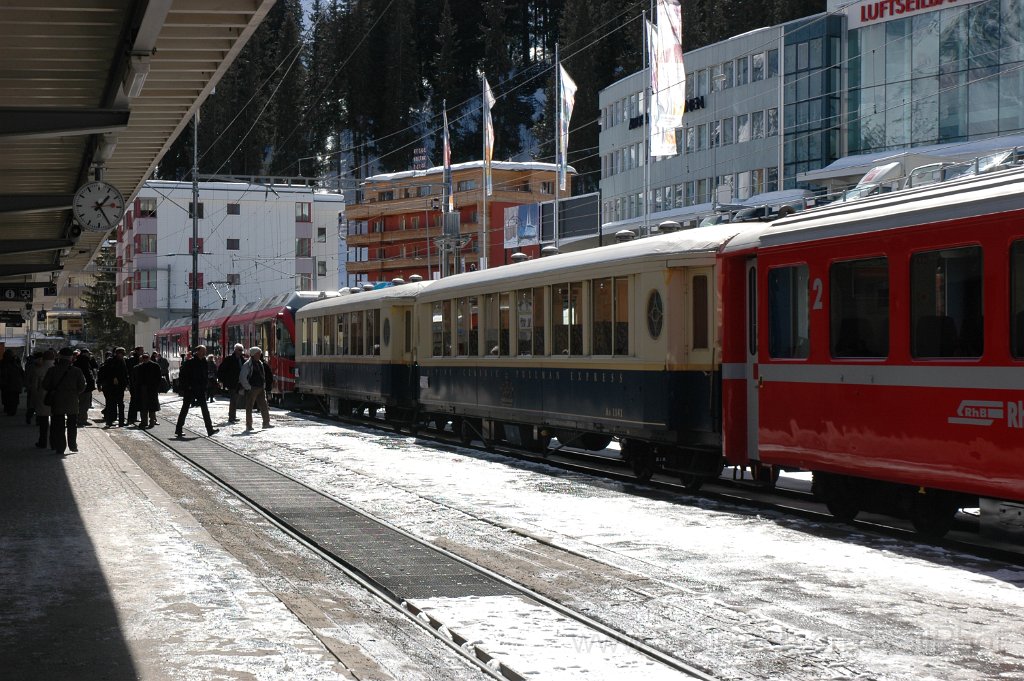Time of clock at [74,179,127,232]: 1:24
